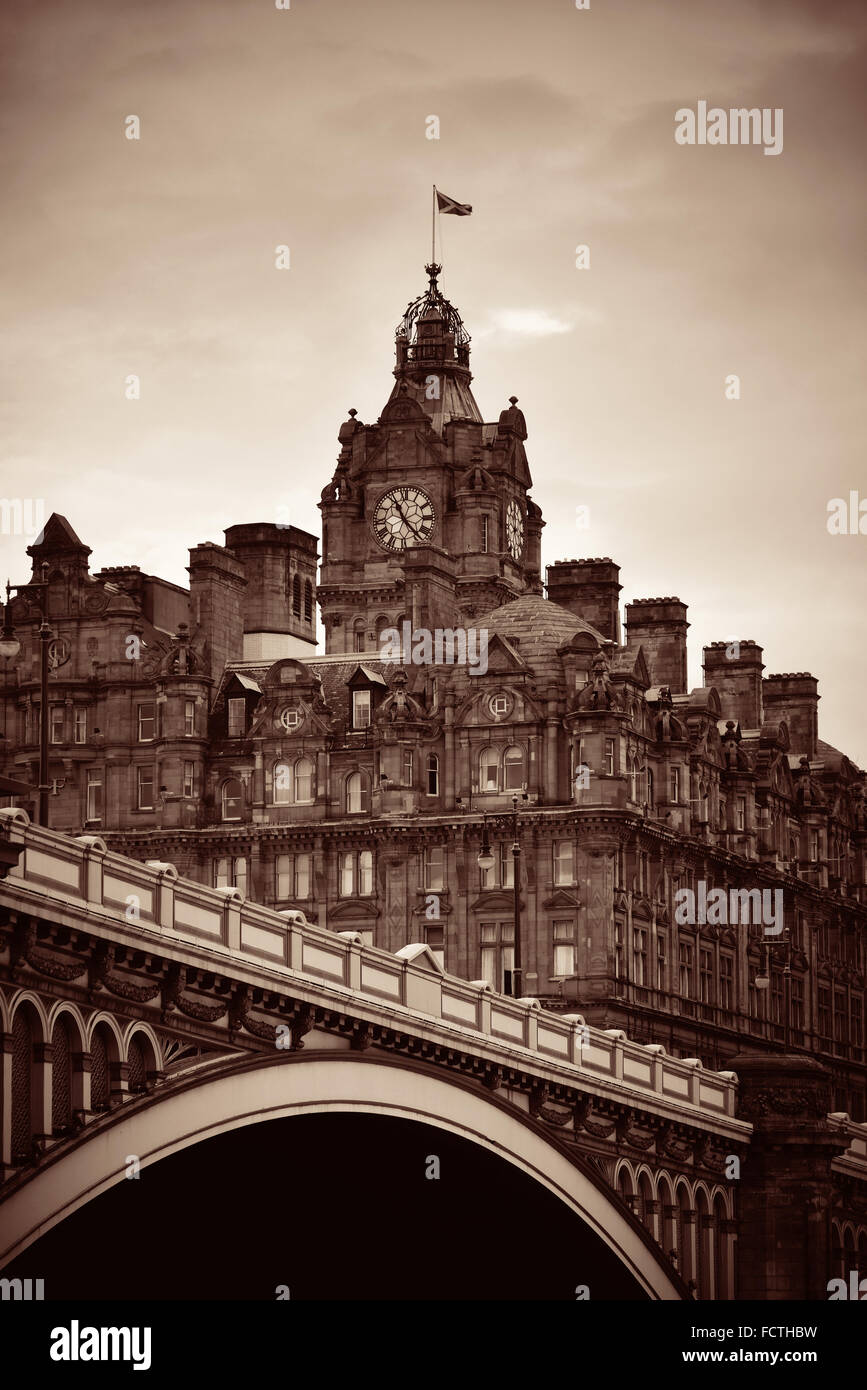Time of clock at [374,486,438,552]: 11:23
